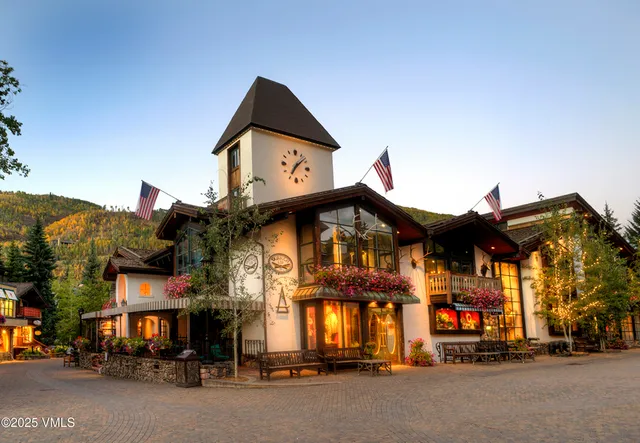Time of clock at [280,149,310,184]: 7:08
